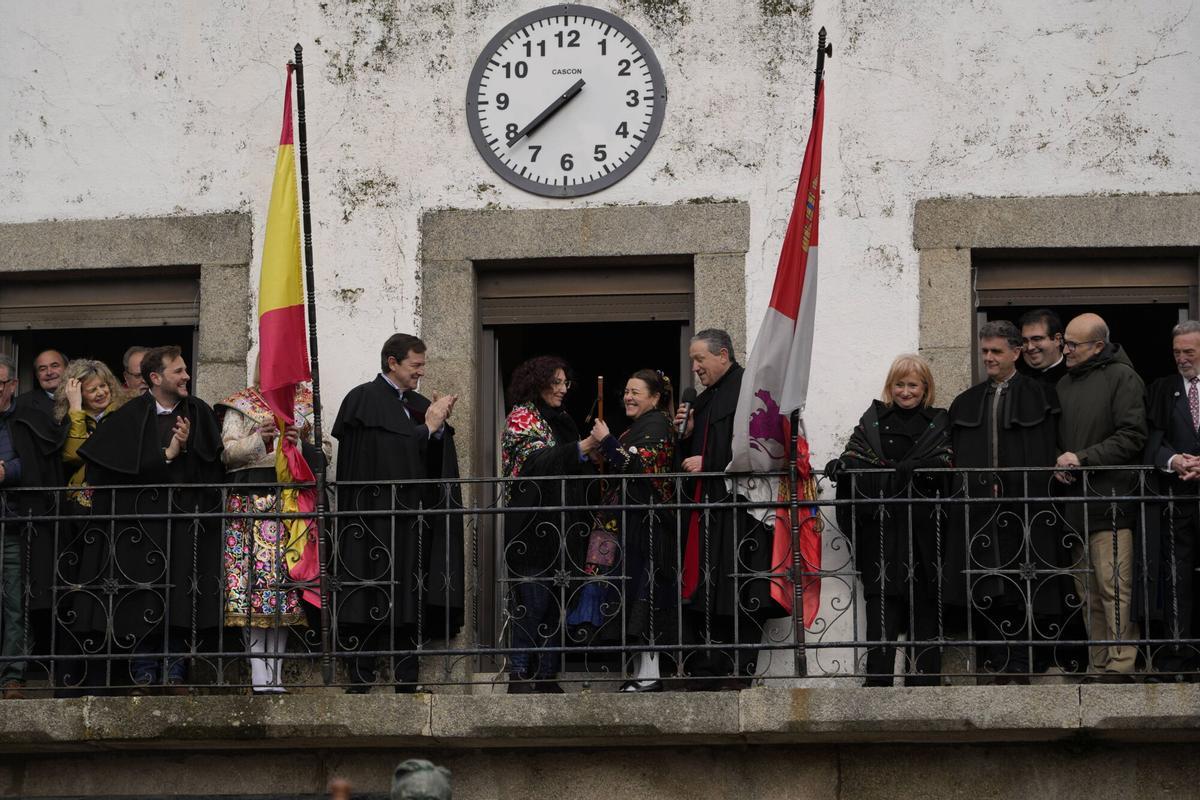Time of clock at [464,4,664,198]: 7:38
